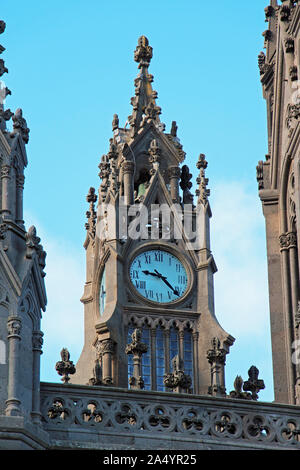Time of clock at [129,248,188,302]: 9:22
